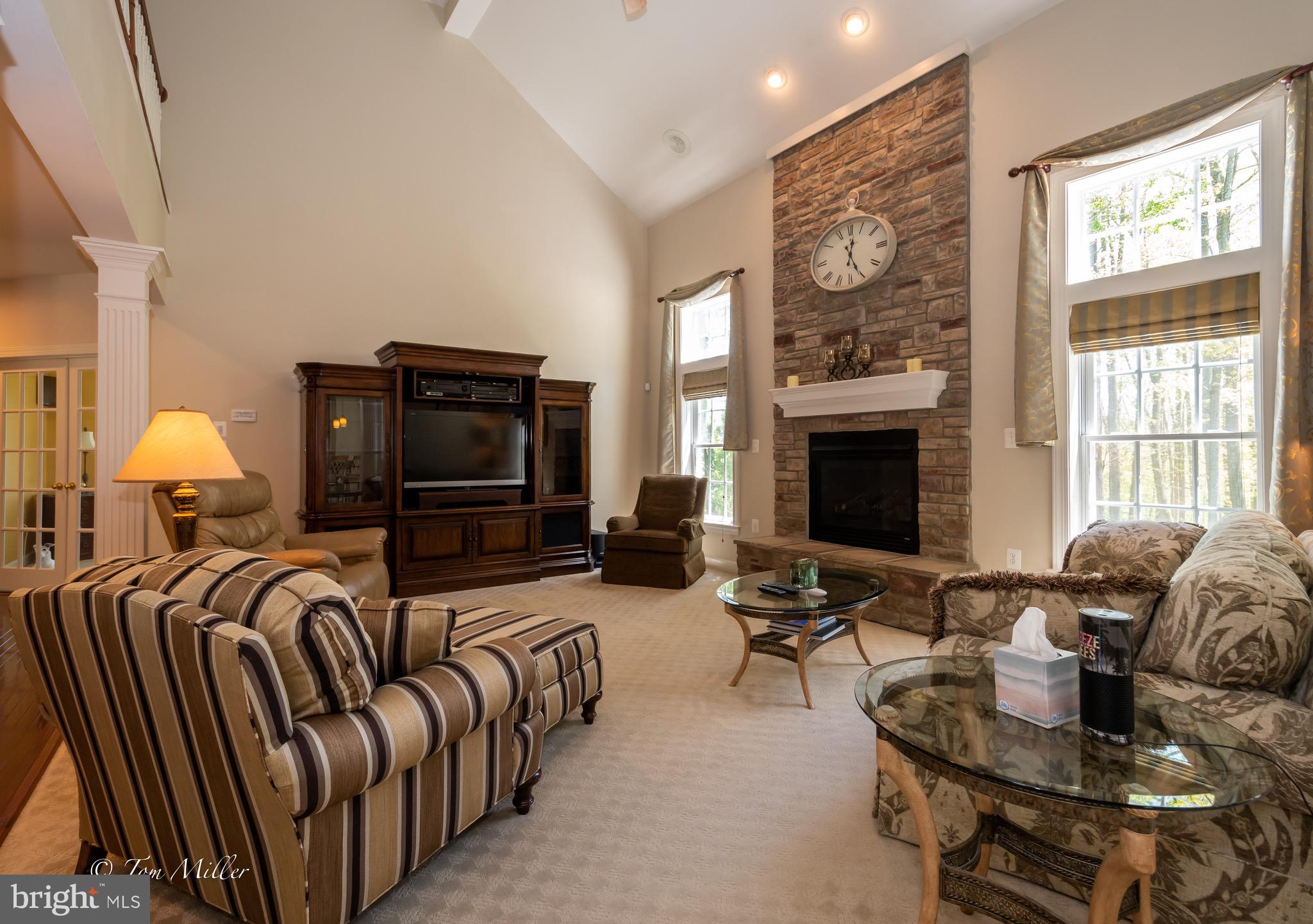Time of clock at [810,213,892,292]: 12:25
